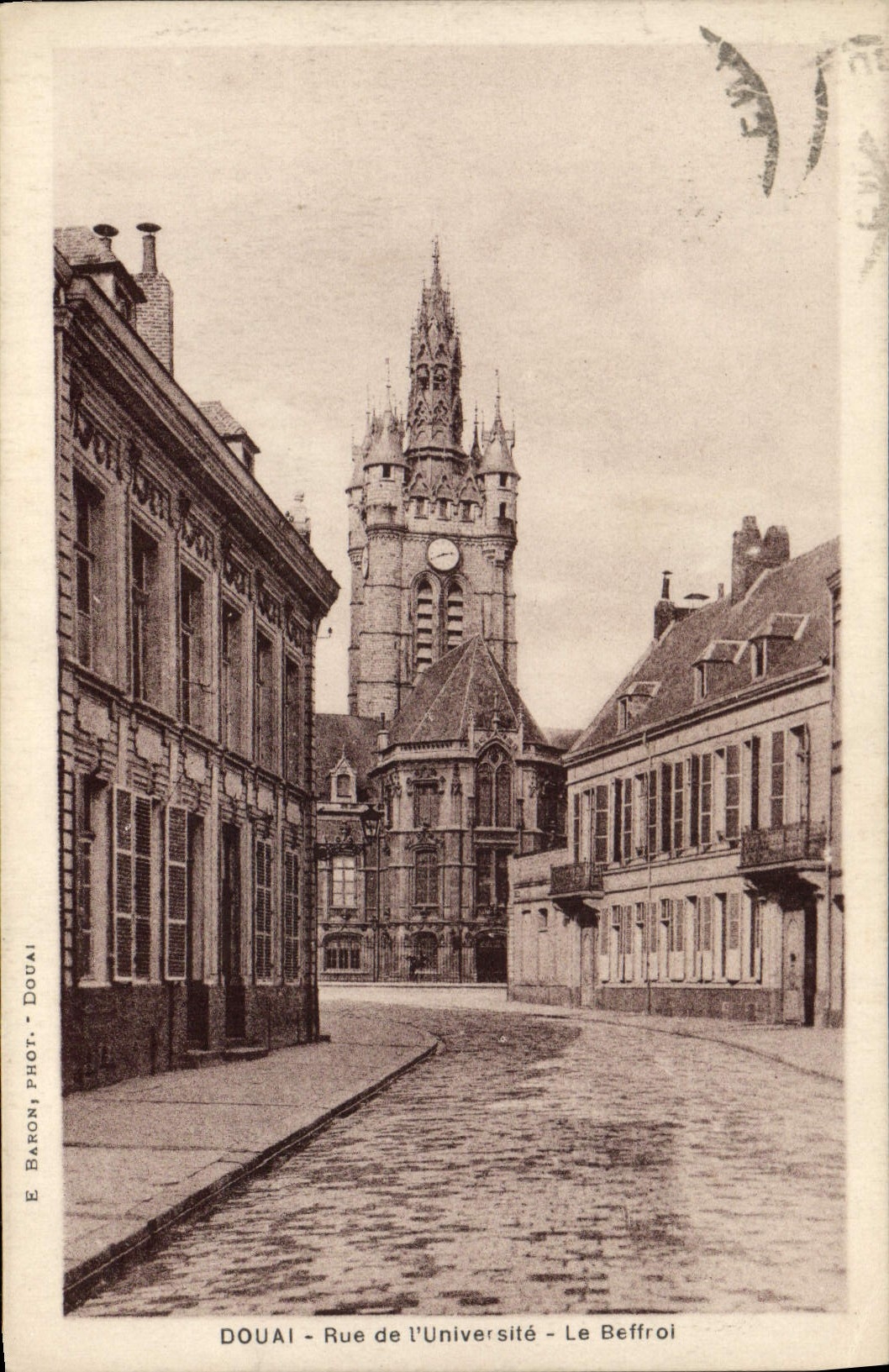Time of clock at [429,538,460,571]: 8:12
